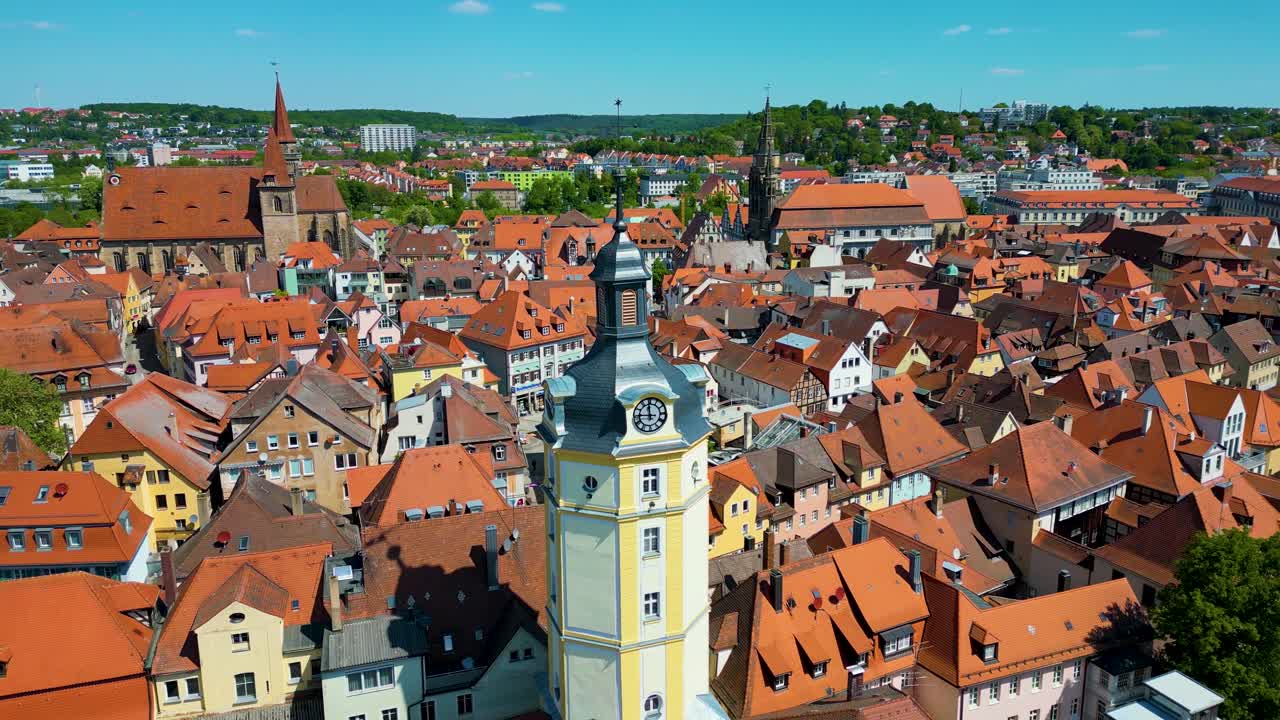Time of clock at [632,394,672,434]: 11:45
